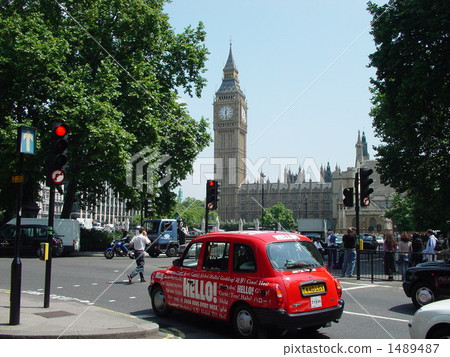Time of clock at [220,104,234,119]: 12:28
